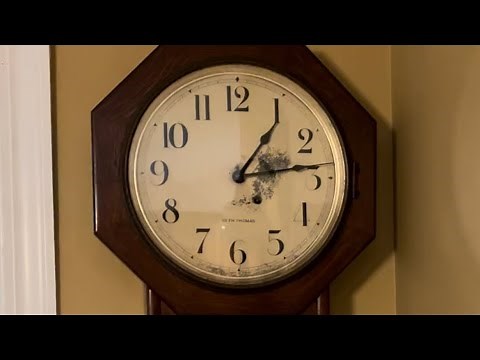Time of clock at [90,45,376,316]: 1:13
